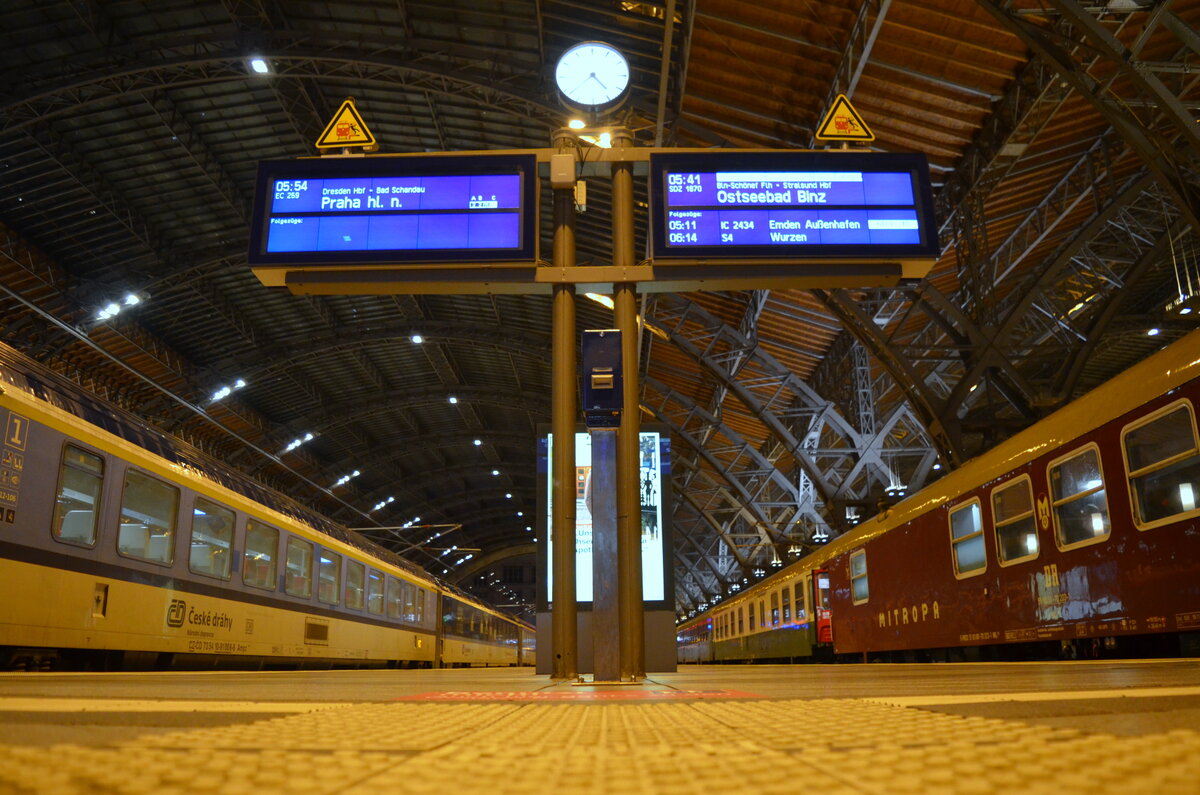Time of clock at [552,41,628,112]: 4:38
